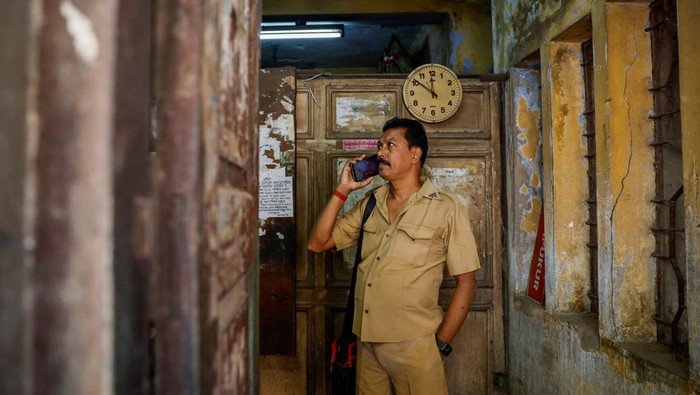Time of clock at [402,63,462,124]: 11:51
